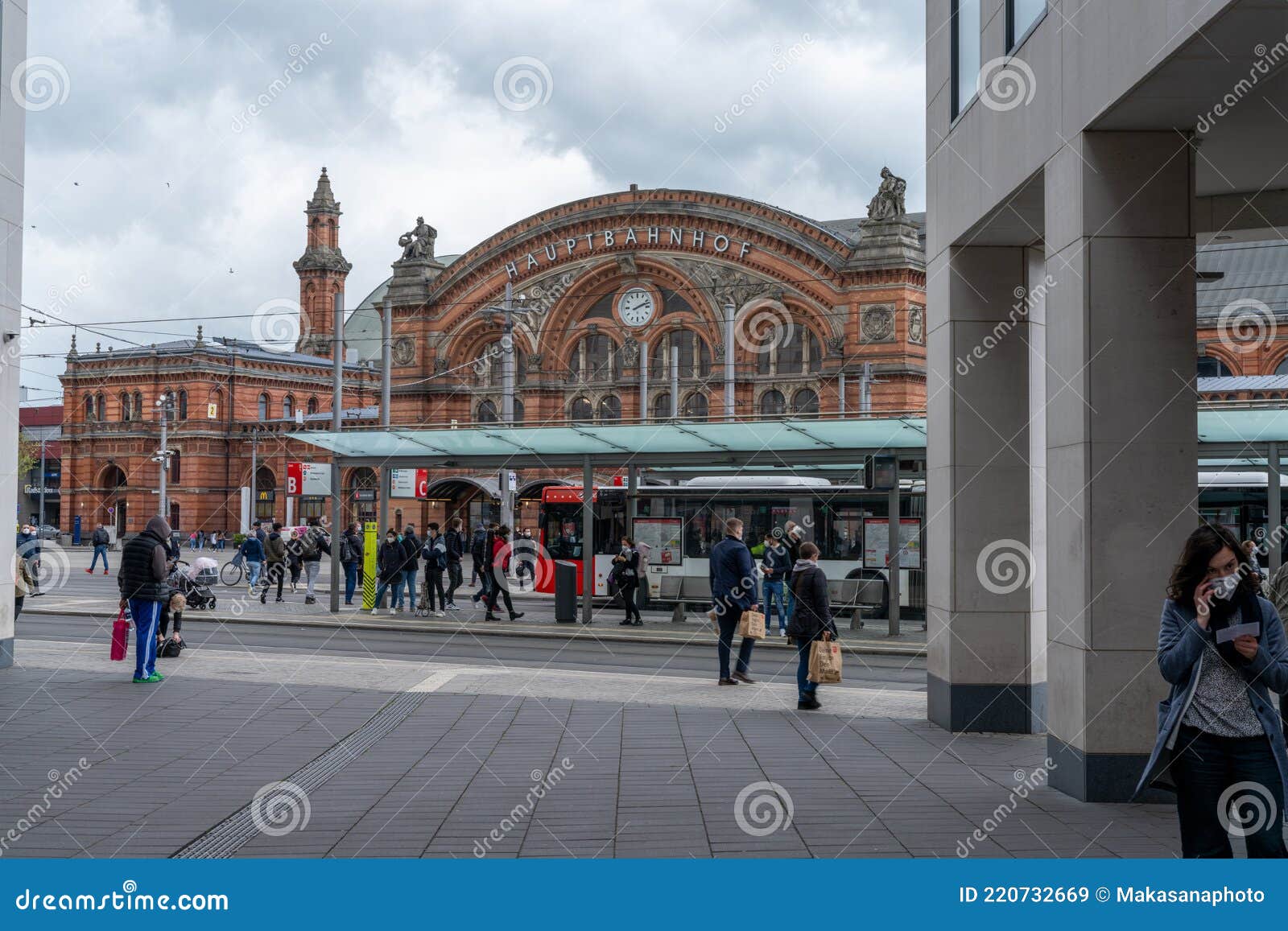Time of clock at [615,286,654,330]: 2:11
